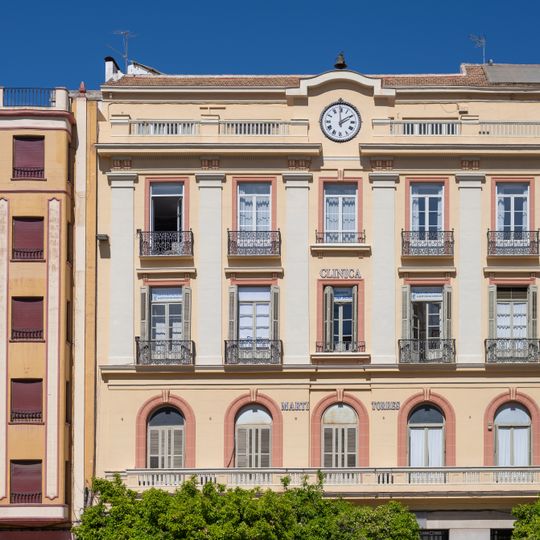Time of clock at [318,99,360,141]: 1:59
